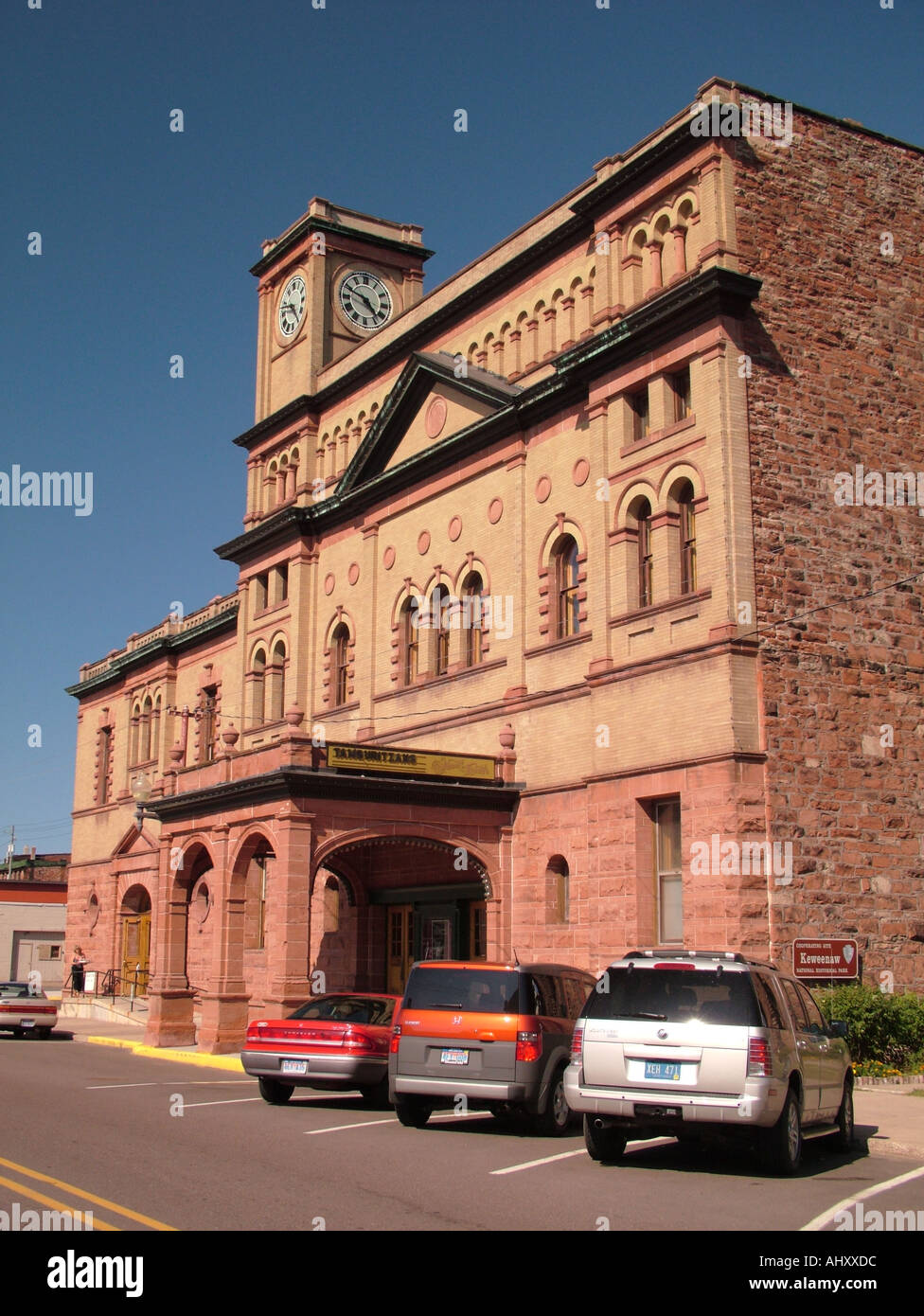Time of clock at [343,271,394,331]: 4:48
